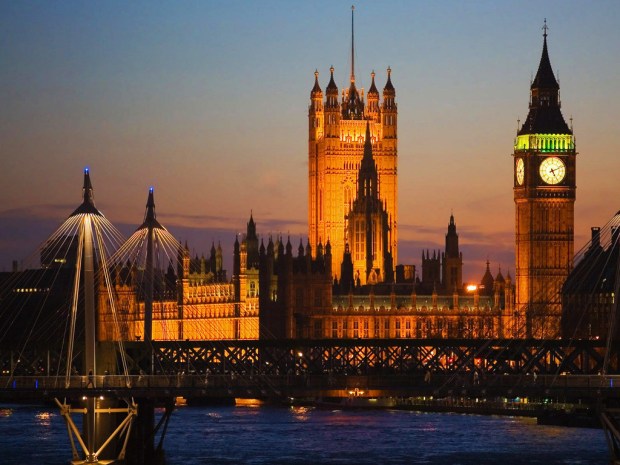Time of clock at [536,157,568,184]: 5:11
